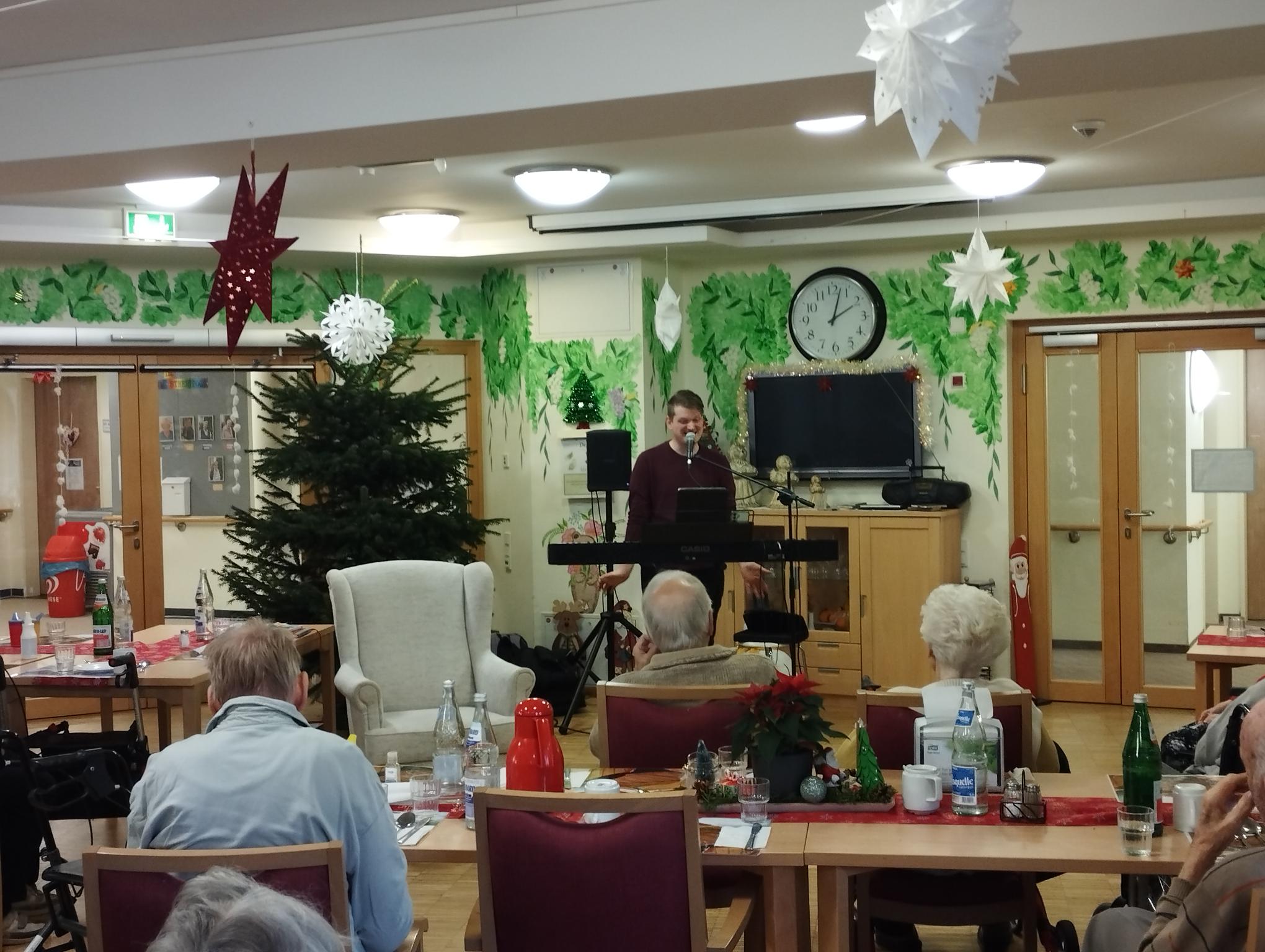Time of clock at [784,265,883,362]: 2:02
